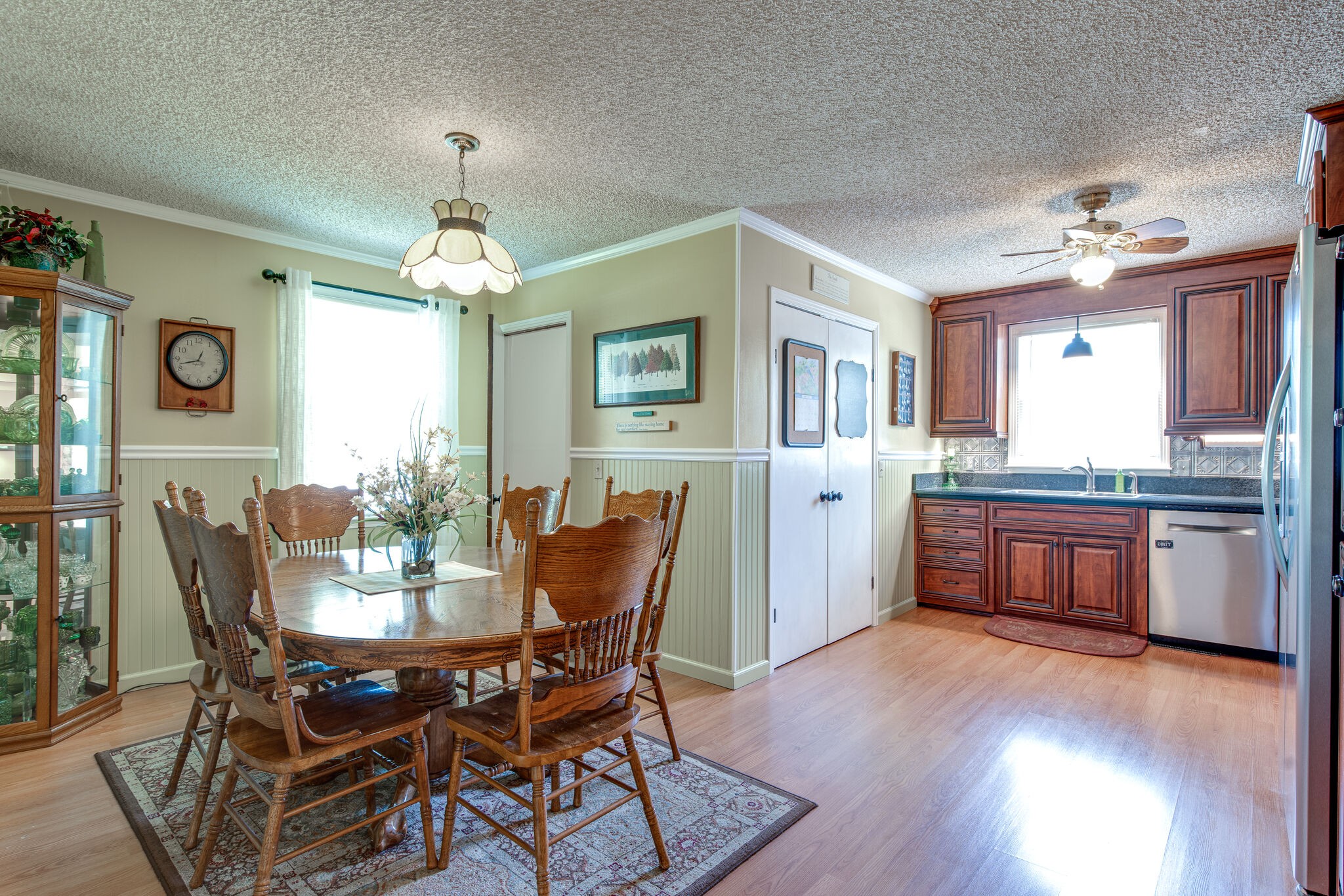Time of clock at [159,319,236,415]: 12:42
